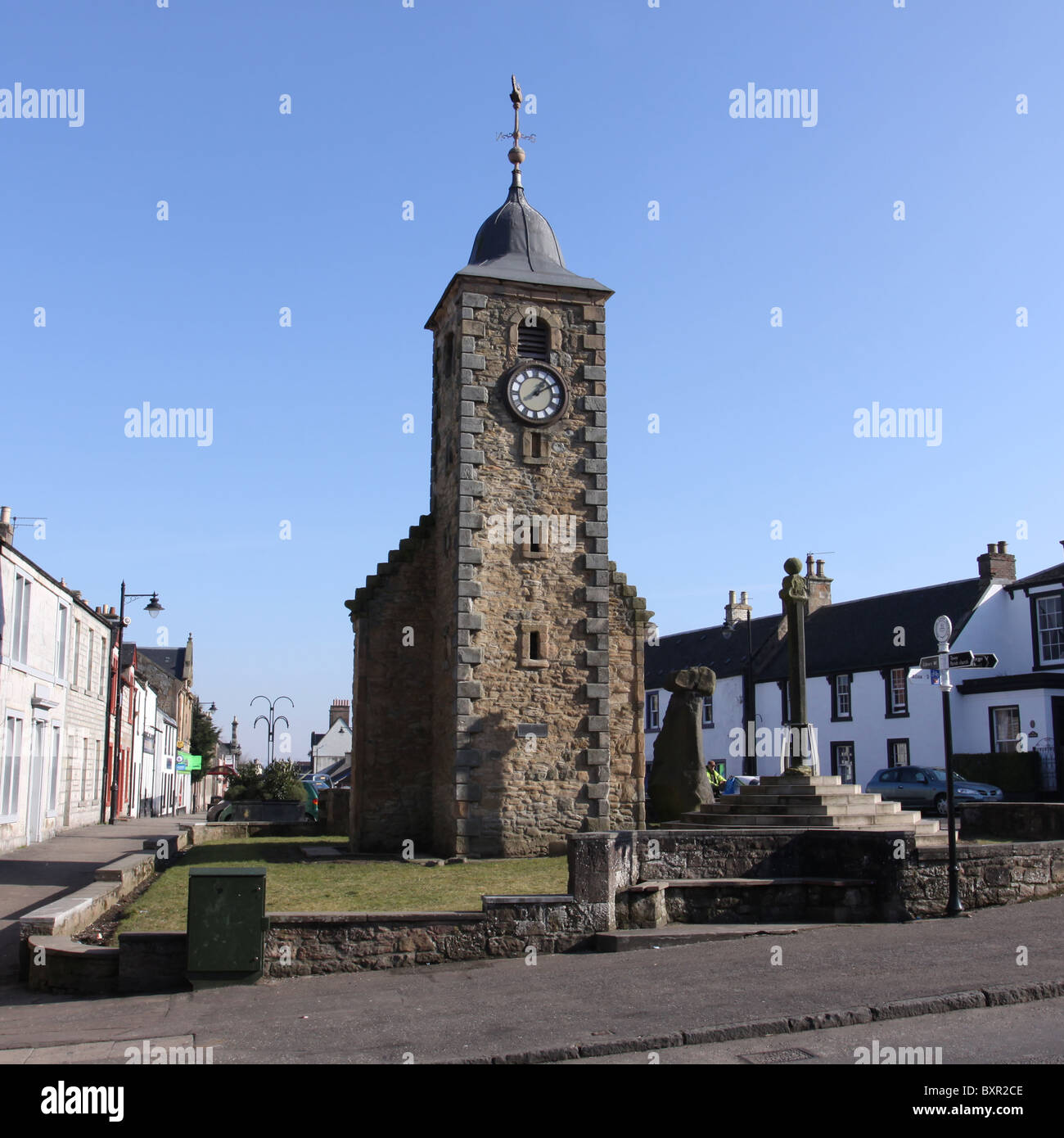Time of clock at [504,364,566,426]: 1:10
